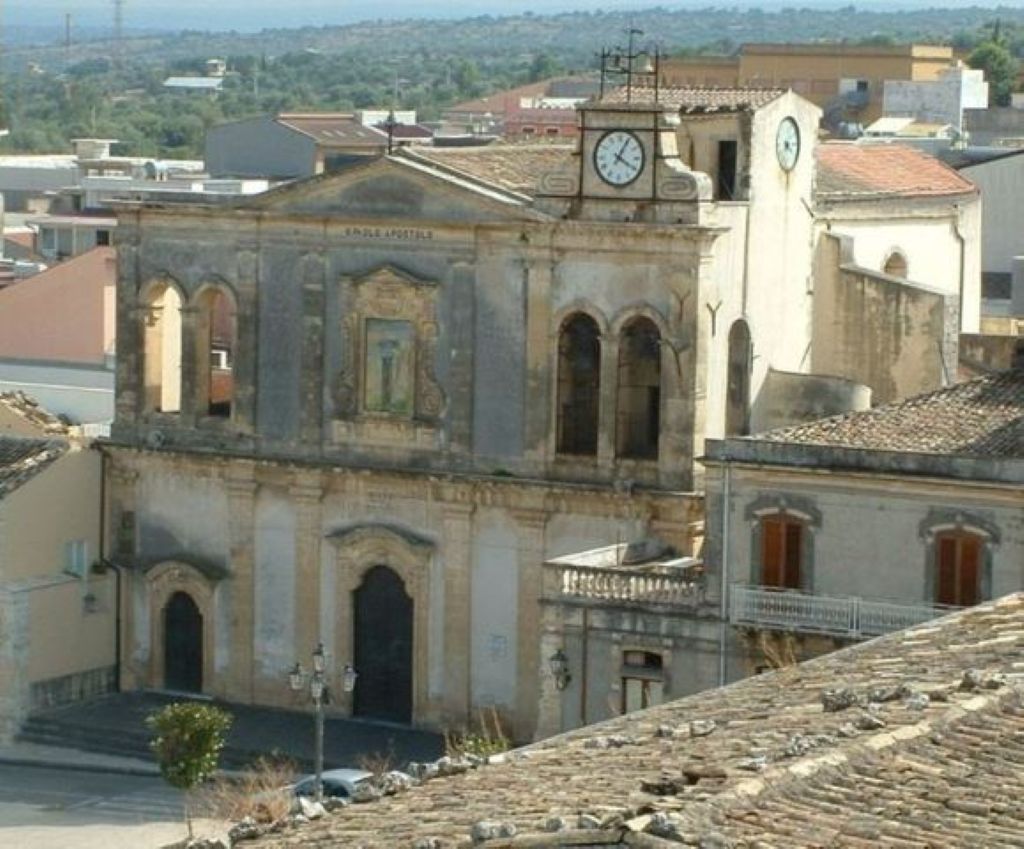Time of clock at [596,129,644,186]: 4:04
